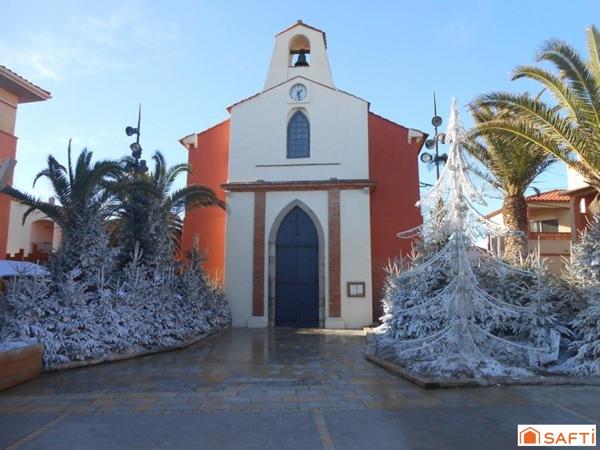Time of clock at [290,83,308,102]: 1:28
